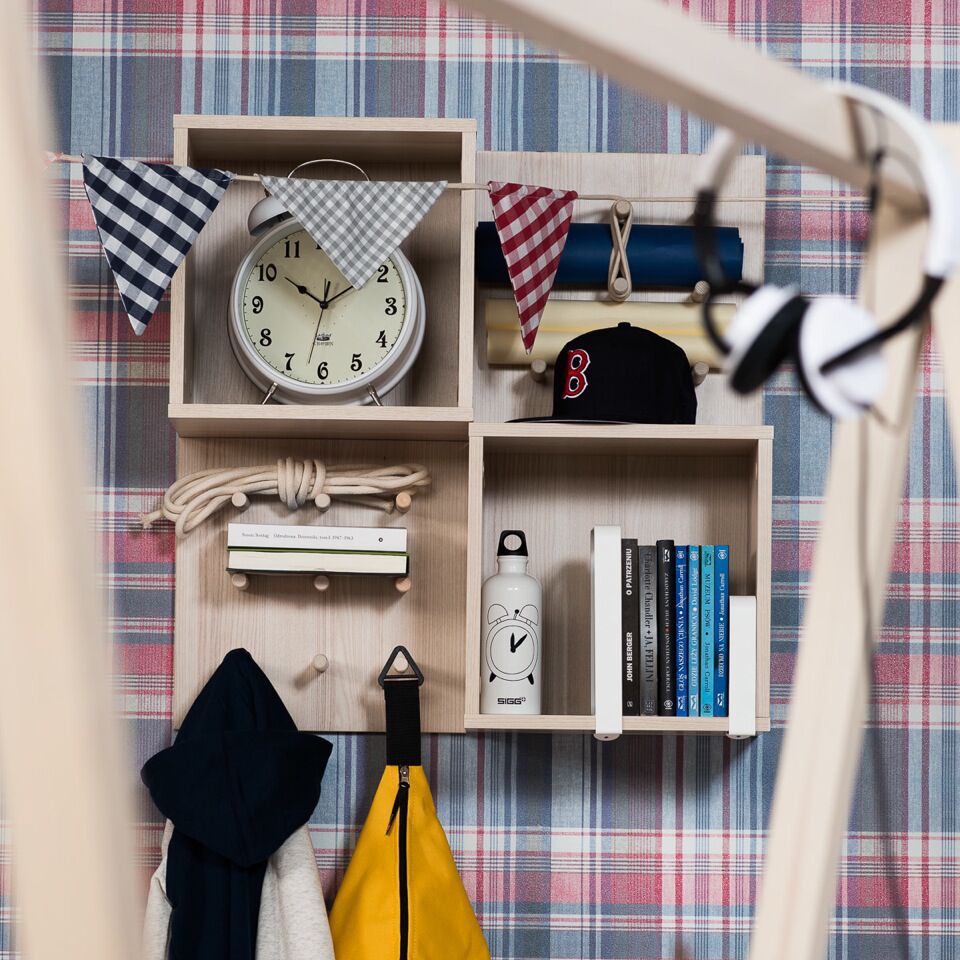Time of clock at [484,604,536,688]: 12:07
